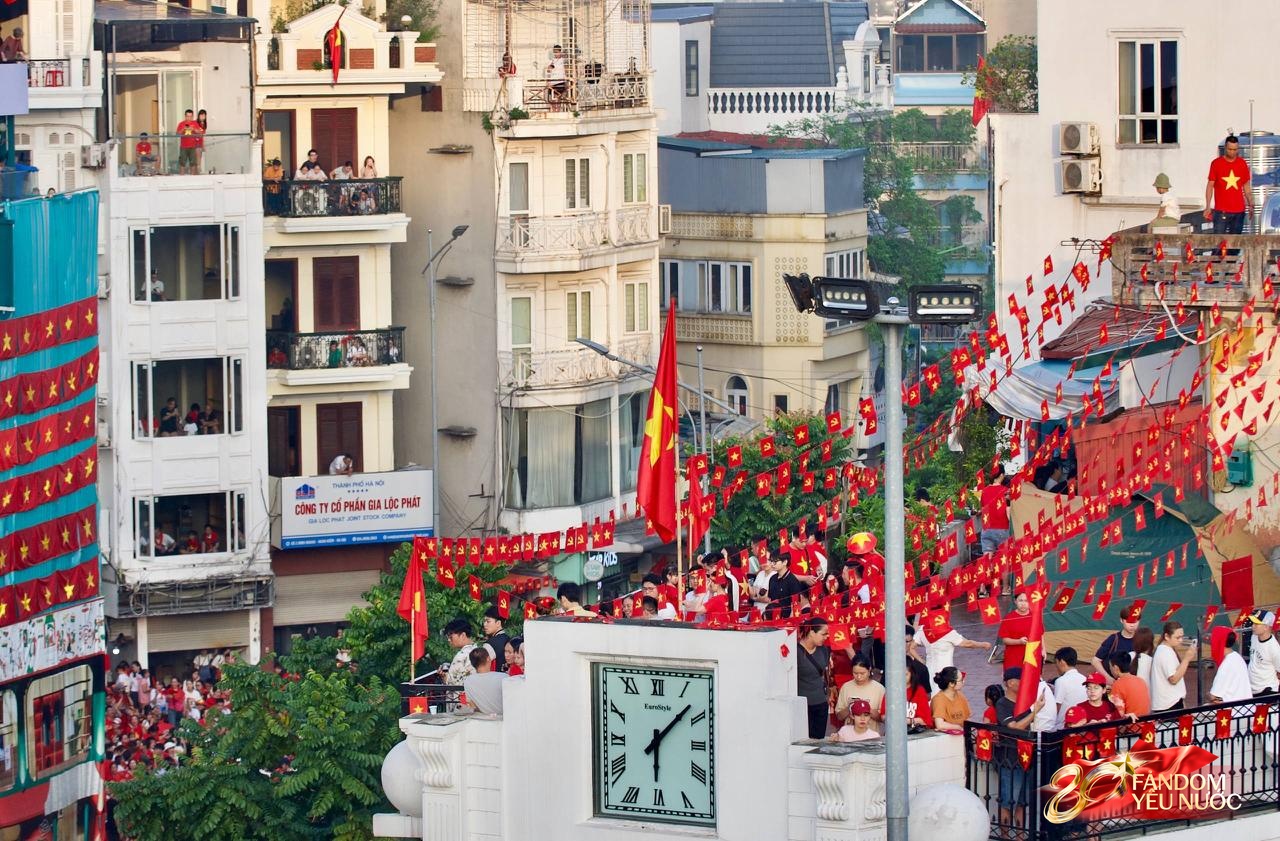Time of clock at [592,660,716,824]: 6:07
